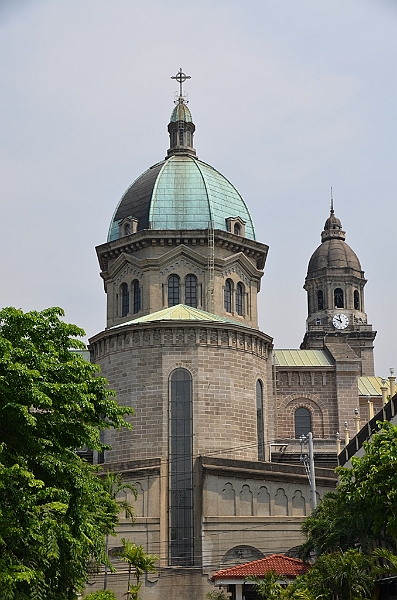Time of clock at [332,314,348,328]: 9:57
